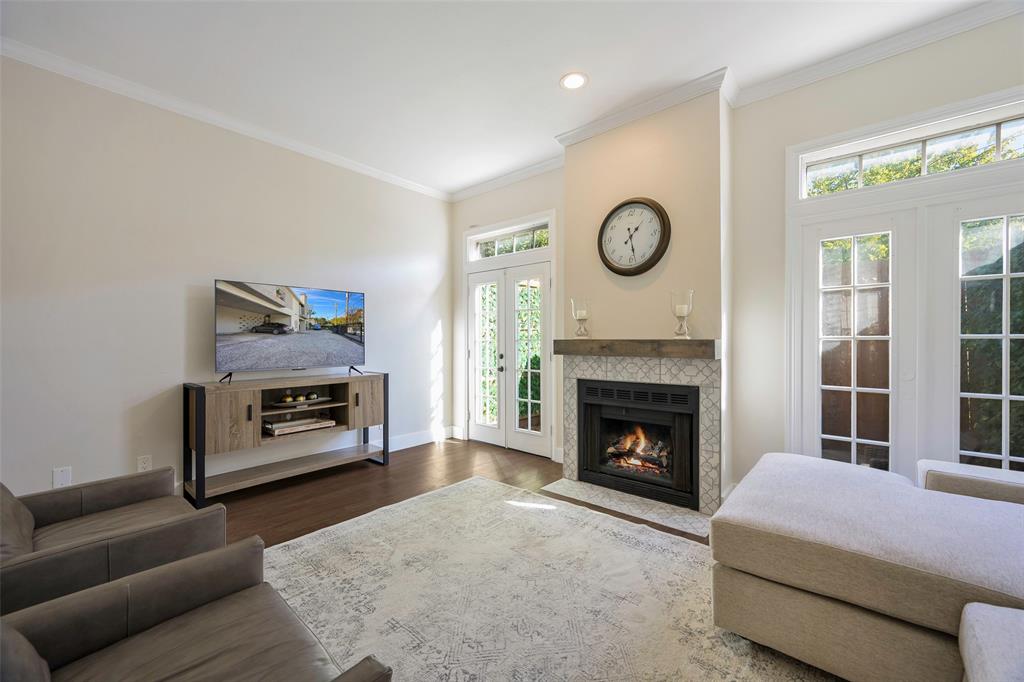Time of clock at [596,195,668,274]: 1:28
